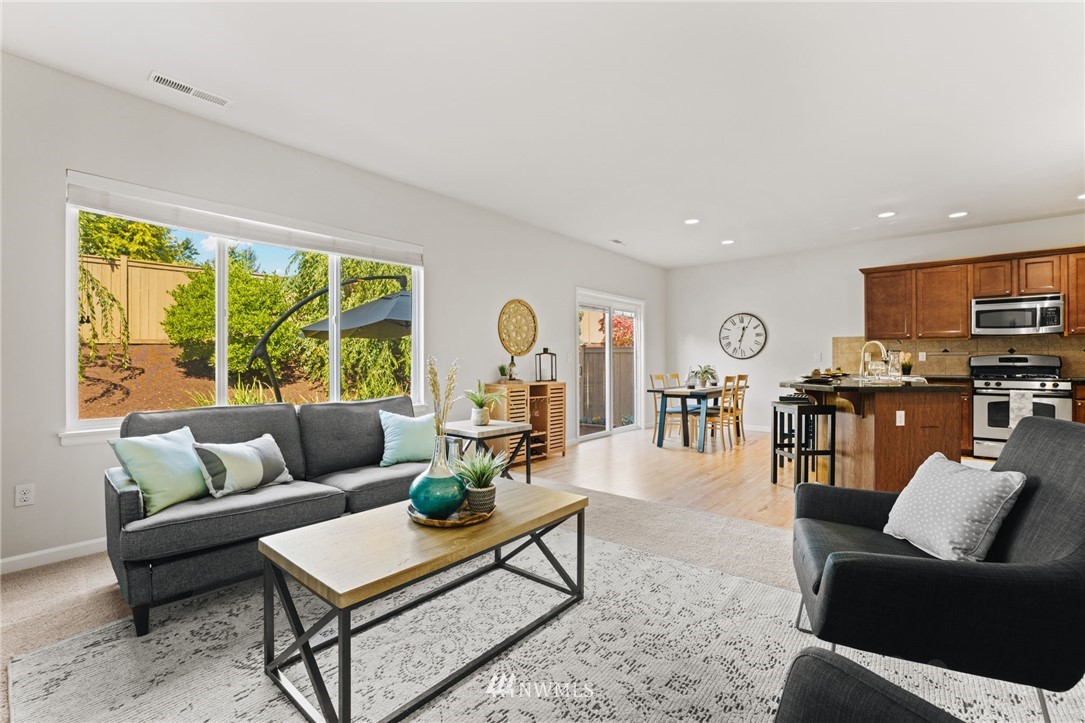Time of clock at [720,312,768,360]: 12:32
